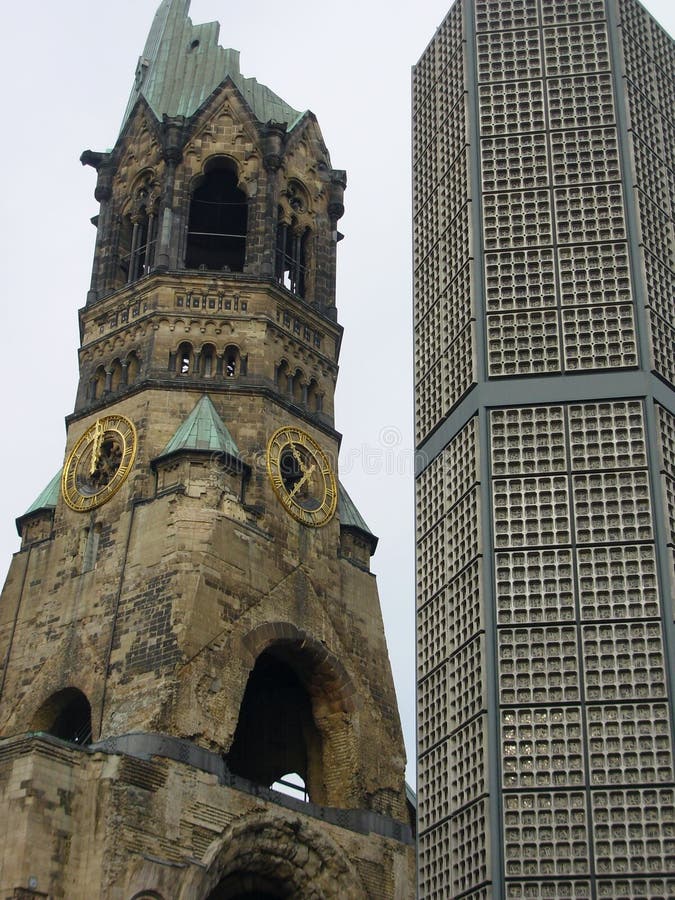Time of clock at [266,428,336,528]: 11:37
